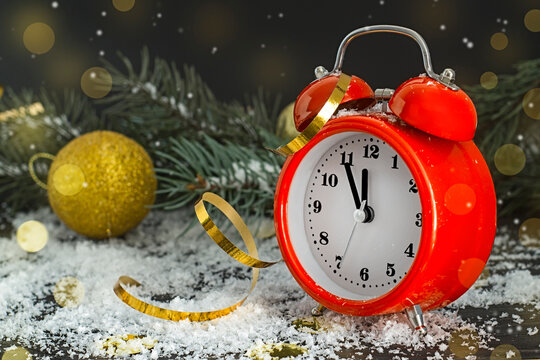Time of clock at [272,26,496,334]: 11:55
